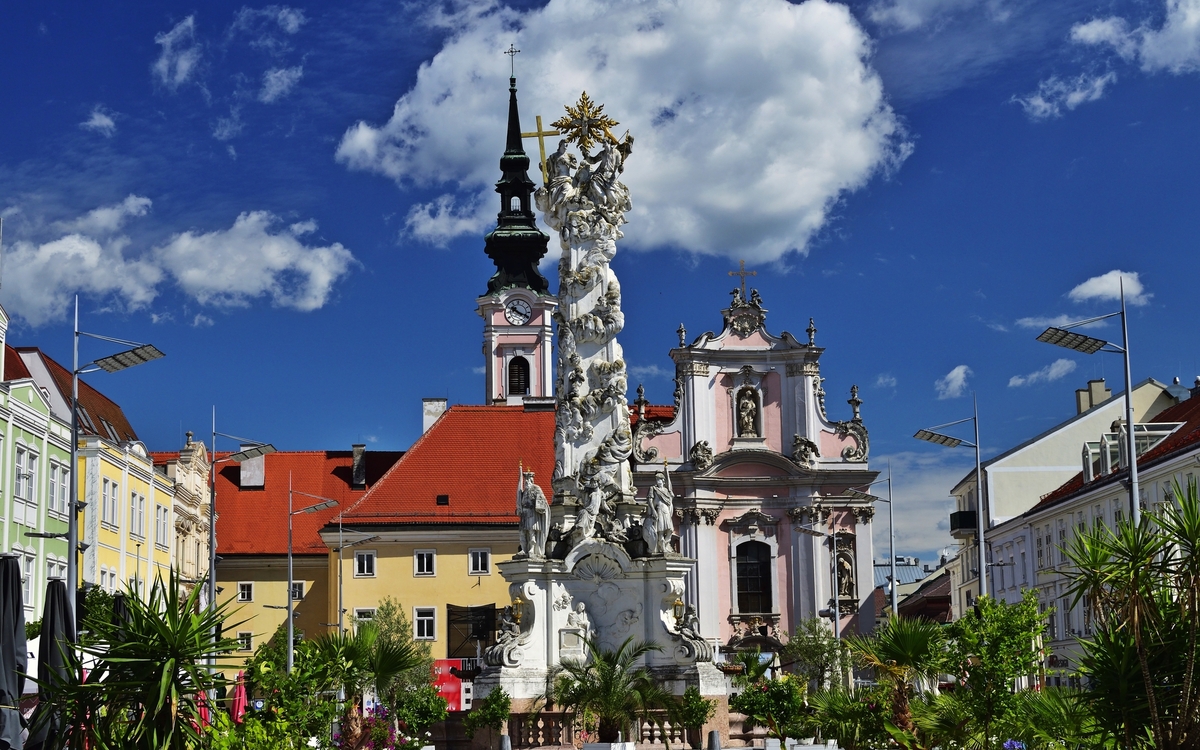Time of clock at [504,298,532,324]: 10:18
